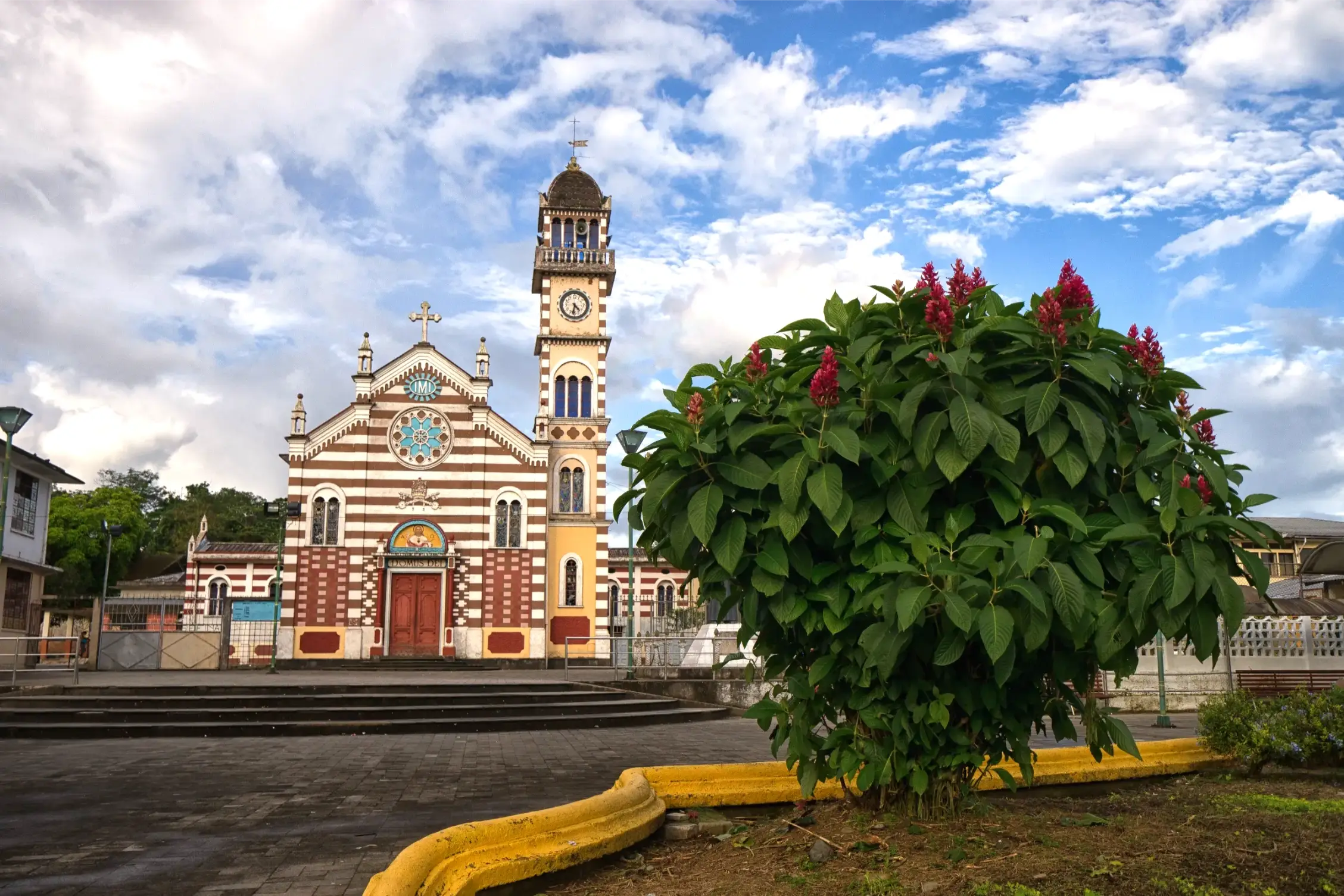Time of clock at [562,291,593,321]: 4:32
